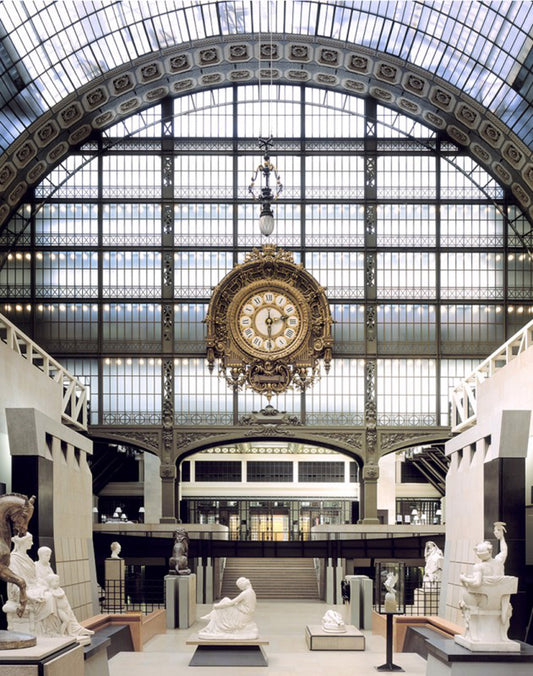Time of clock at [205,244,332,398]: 2:29
